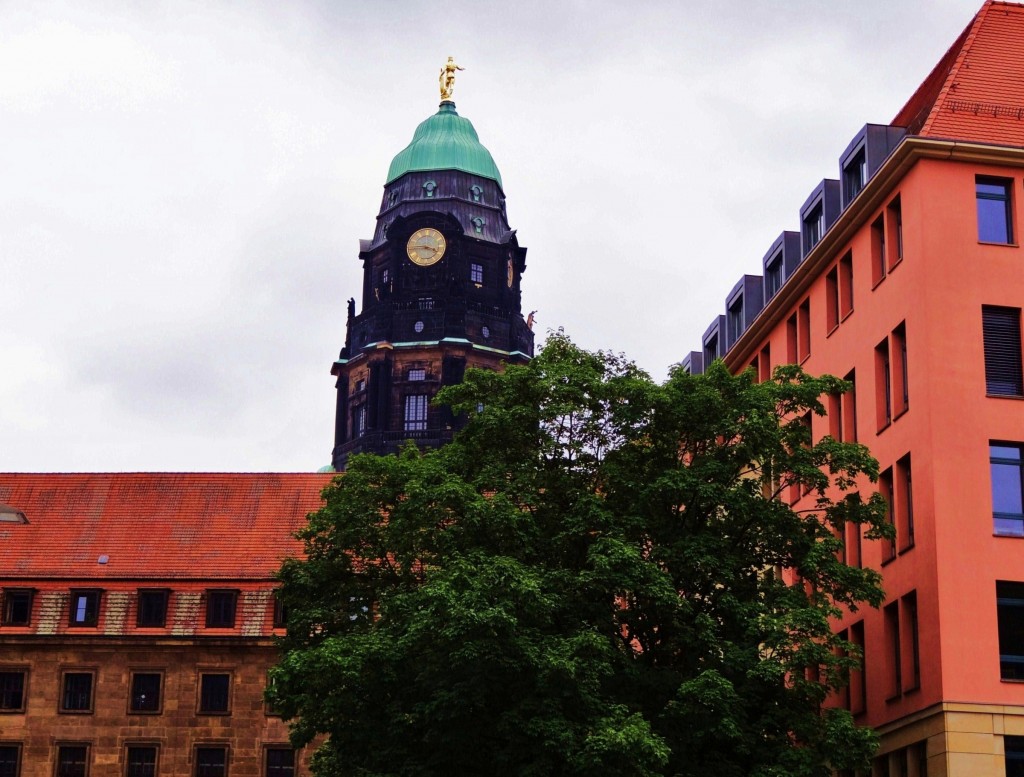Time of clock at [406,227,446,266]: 3:44
